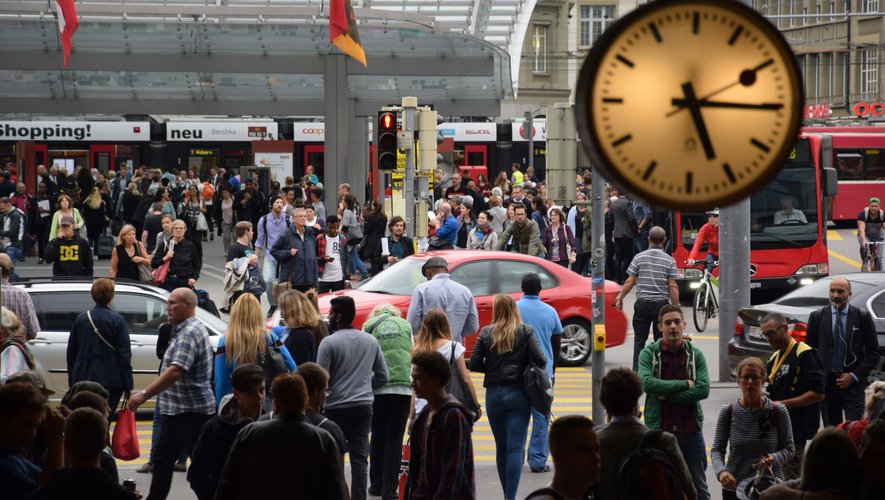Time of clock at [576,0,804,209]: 5:15
